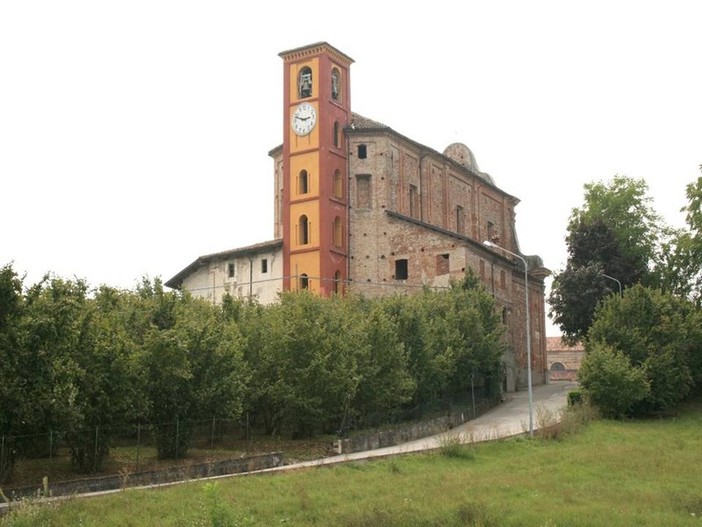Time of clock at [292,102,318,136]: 2:48
